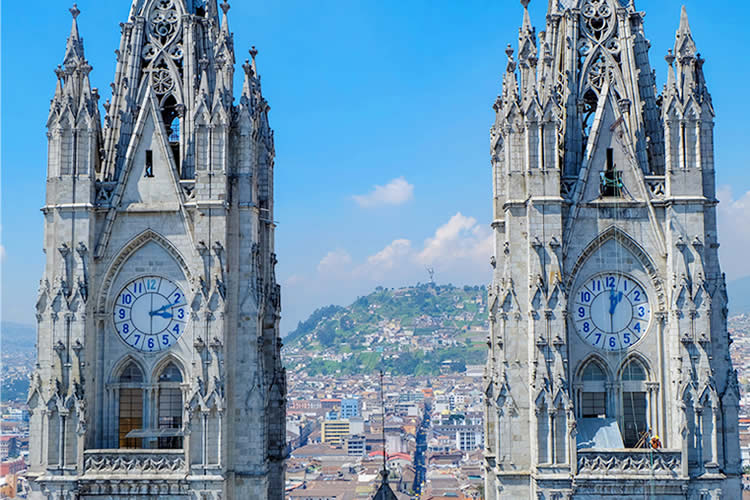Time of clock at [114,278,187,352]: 3:12
